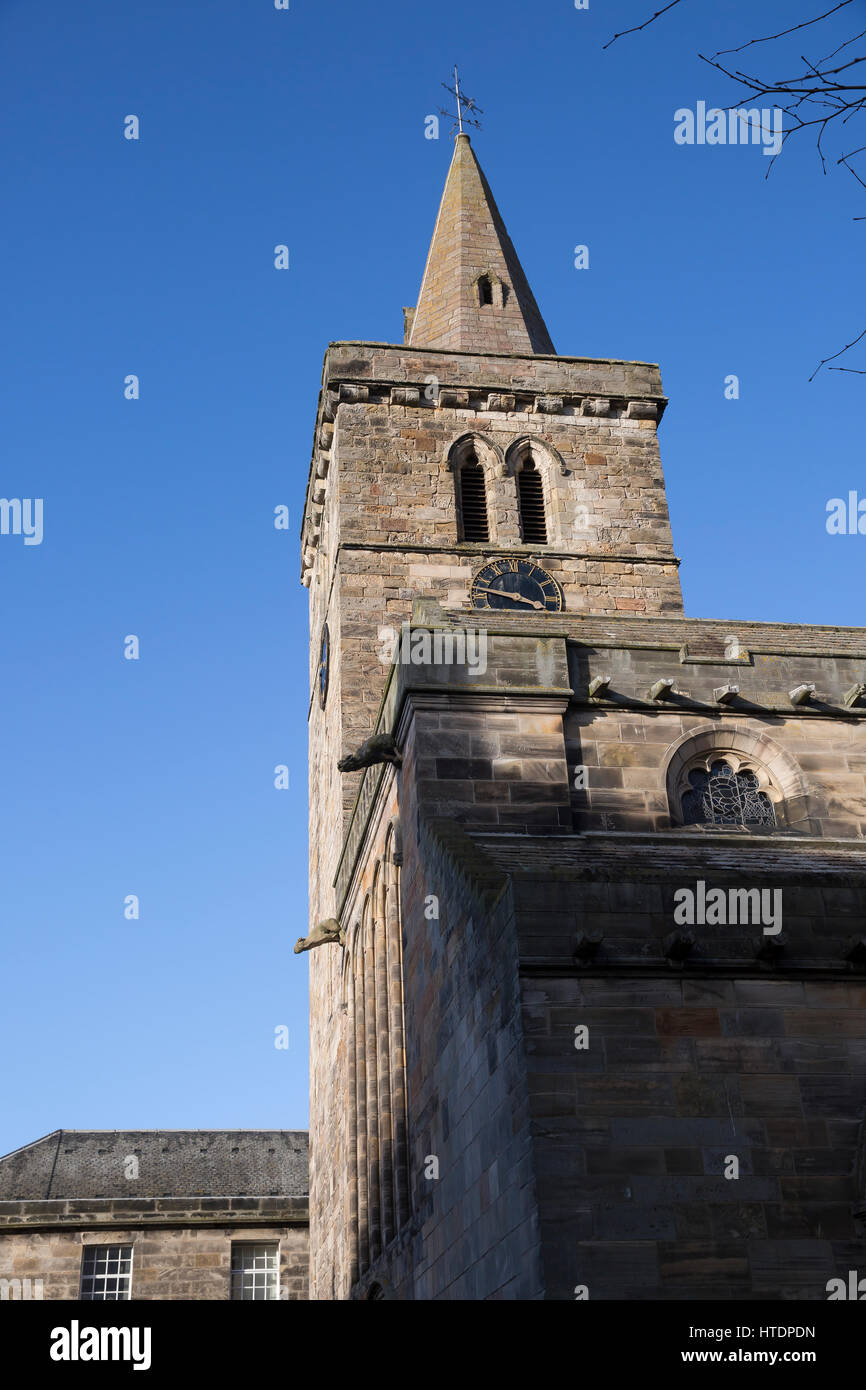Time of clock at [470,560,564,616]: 3:47
